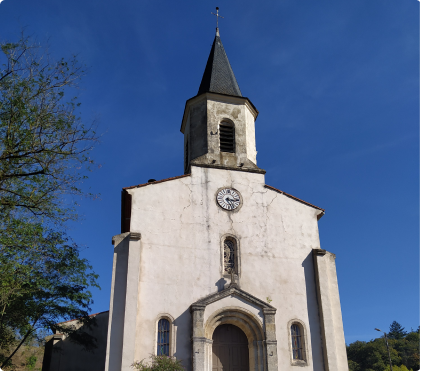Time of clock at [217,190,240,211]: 5:14
